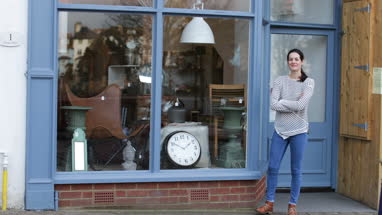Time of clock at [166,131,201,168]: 1:50
